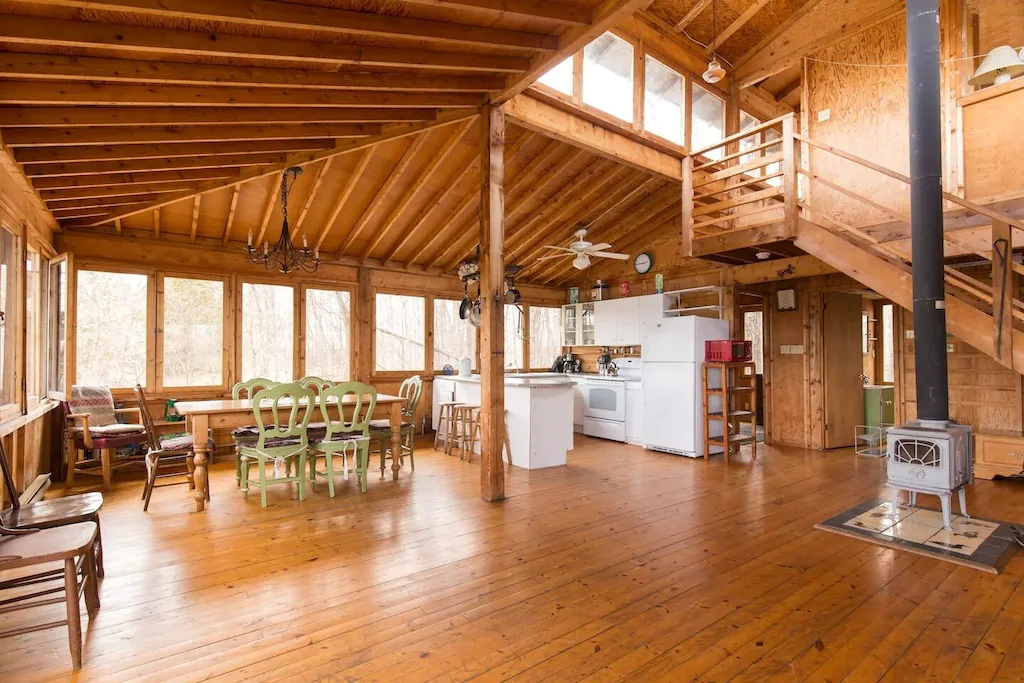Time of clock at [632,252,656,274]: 2:45
